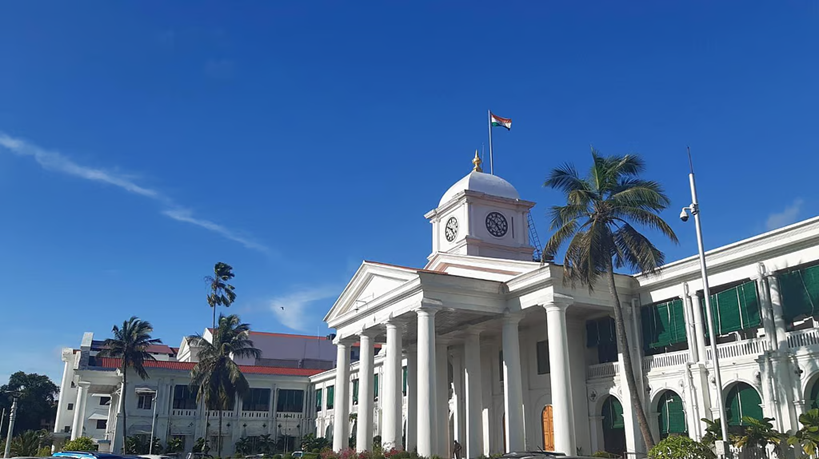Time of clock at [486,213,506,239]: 4:50
